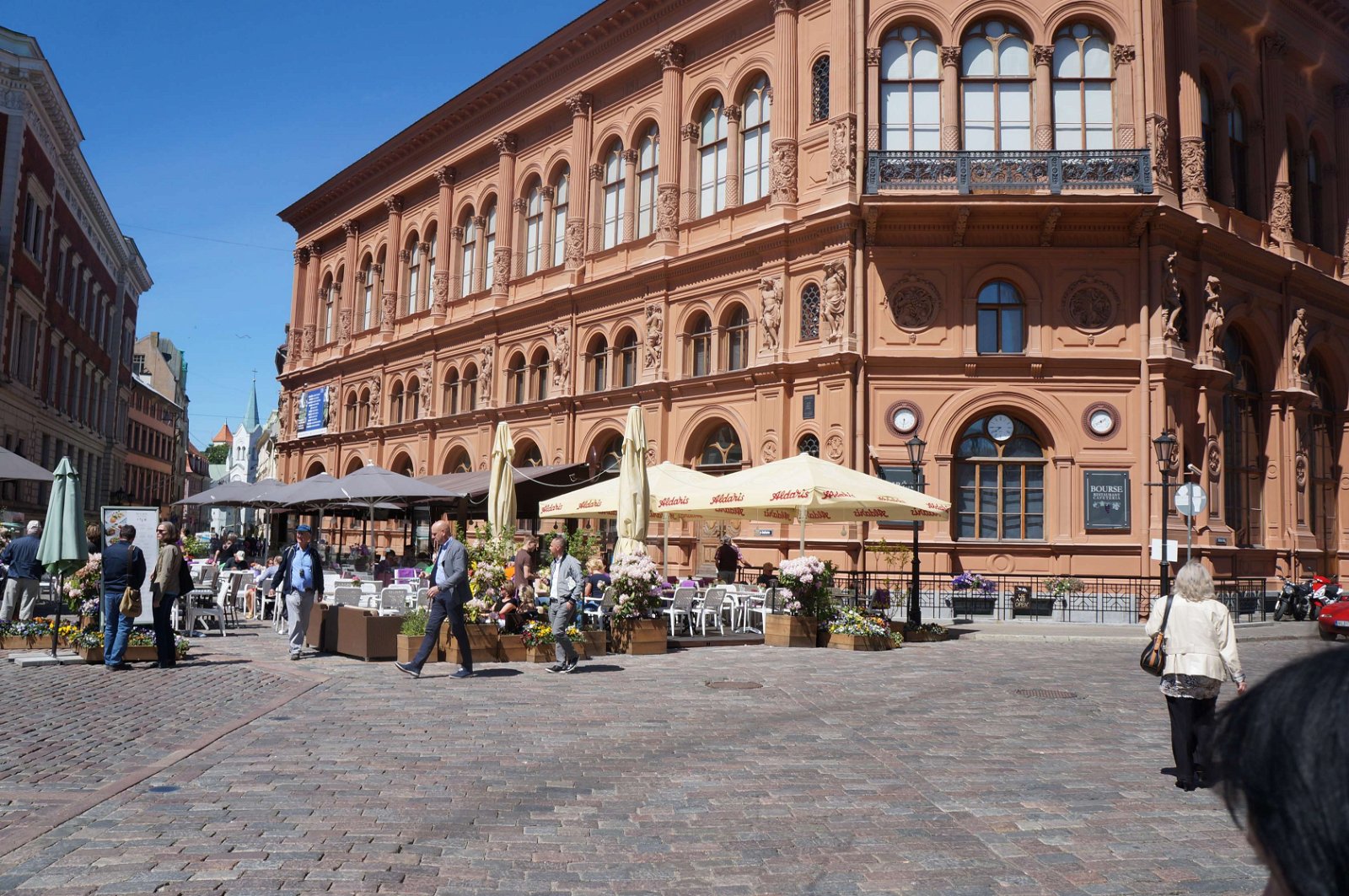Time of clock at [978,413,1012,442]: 7:44
